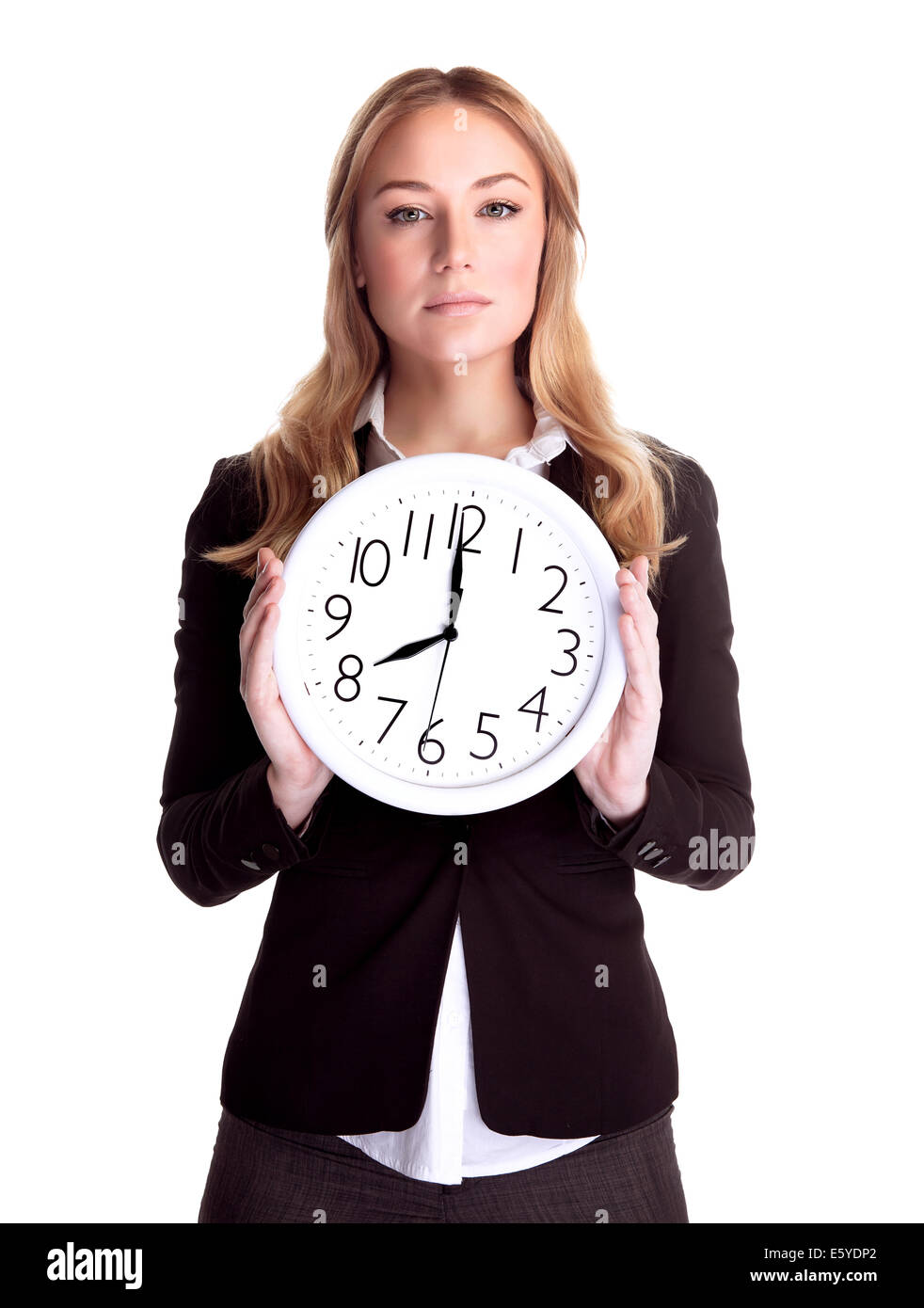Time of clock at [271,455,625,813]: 7:59
